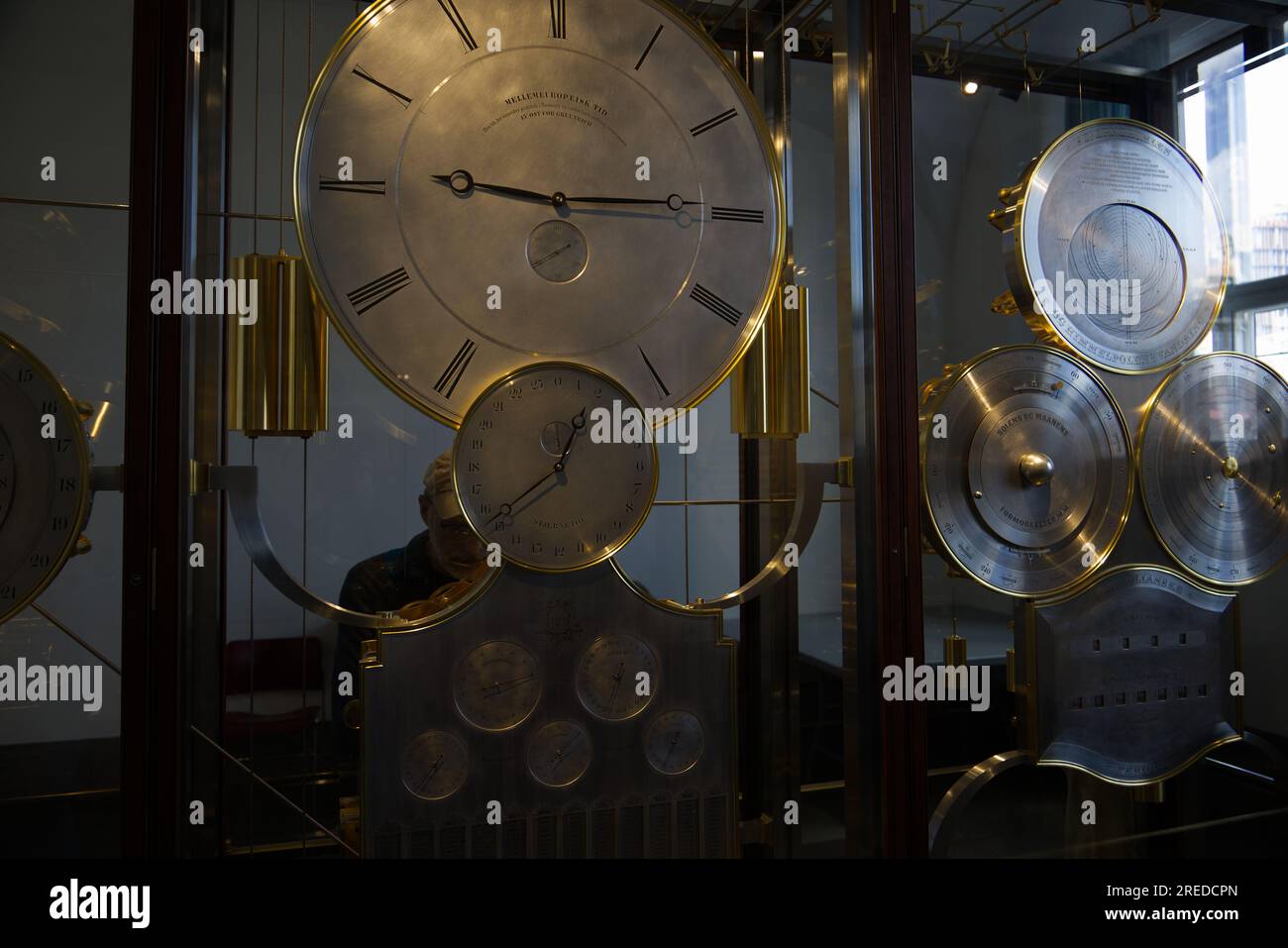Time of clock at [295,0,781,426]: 9:14
